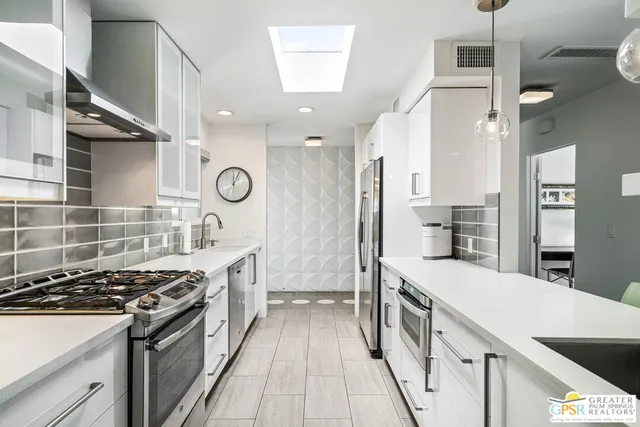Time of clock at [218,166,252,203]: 12:04
